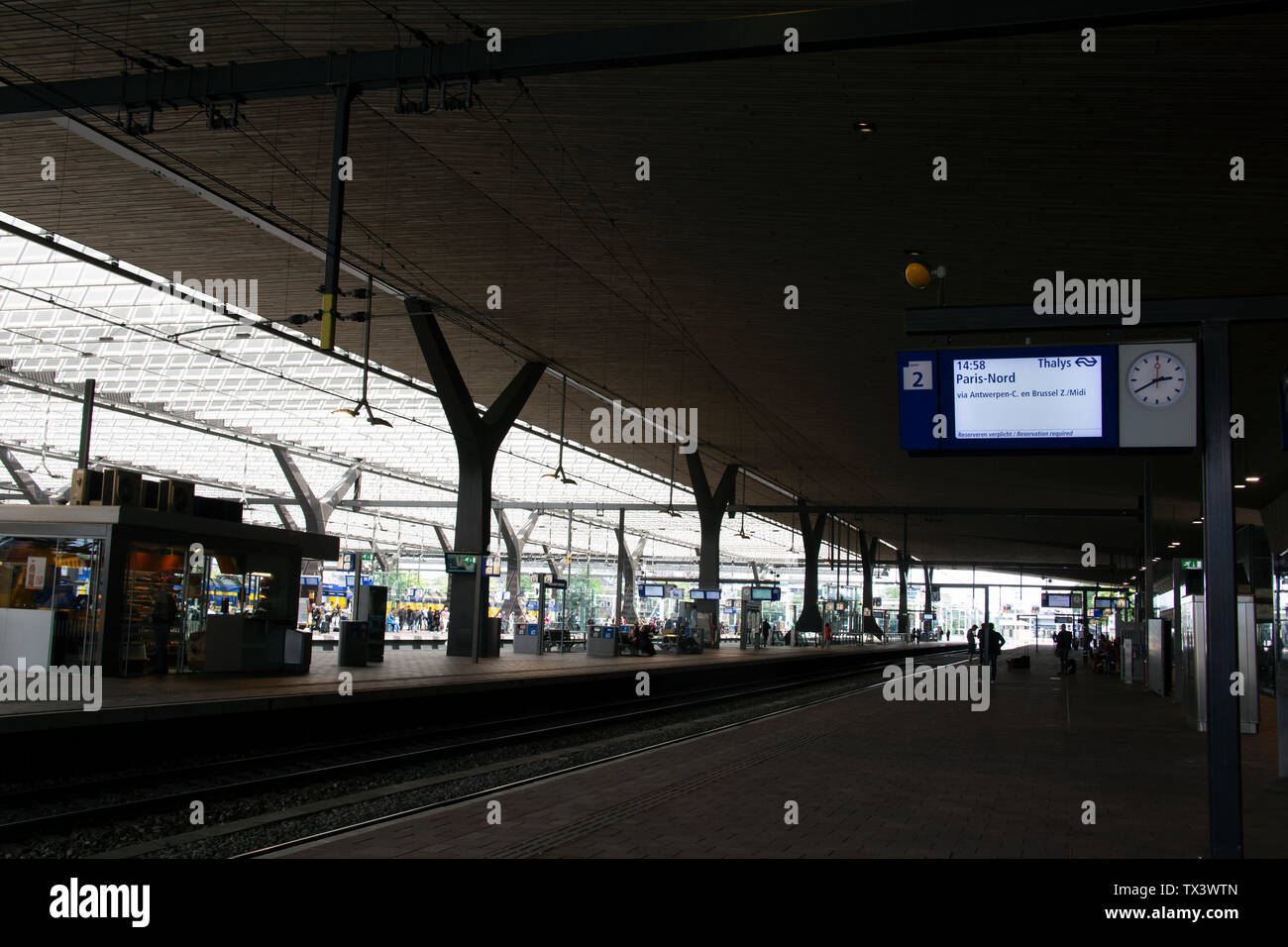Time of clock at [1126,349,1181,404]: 2:40
